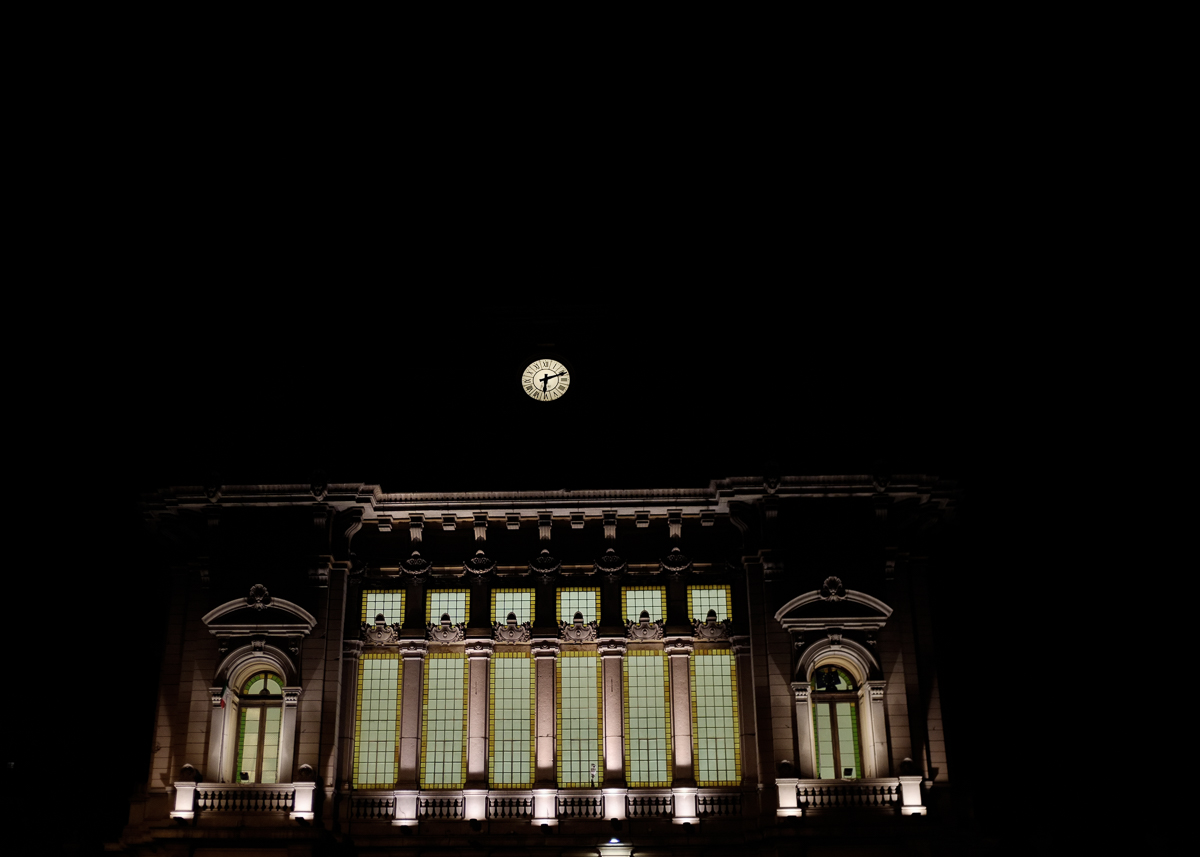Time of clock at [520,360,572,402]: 6:12
